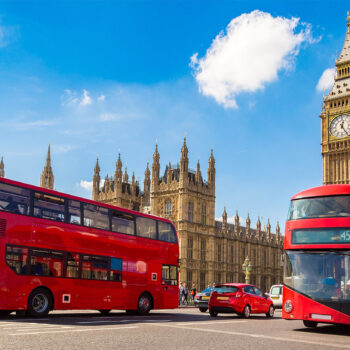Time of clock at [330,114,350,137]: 12:24
